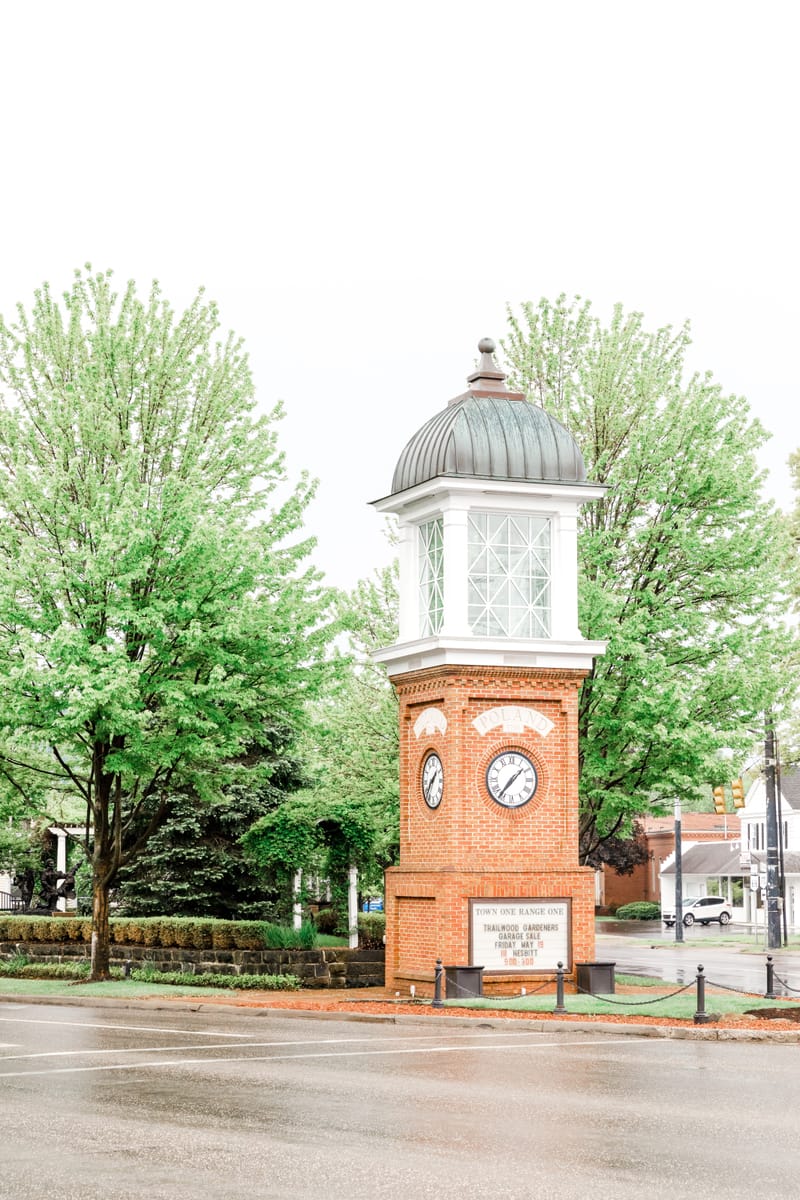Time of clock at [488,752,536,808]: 1:36
